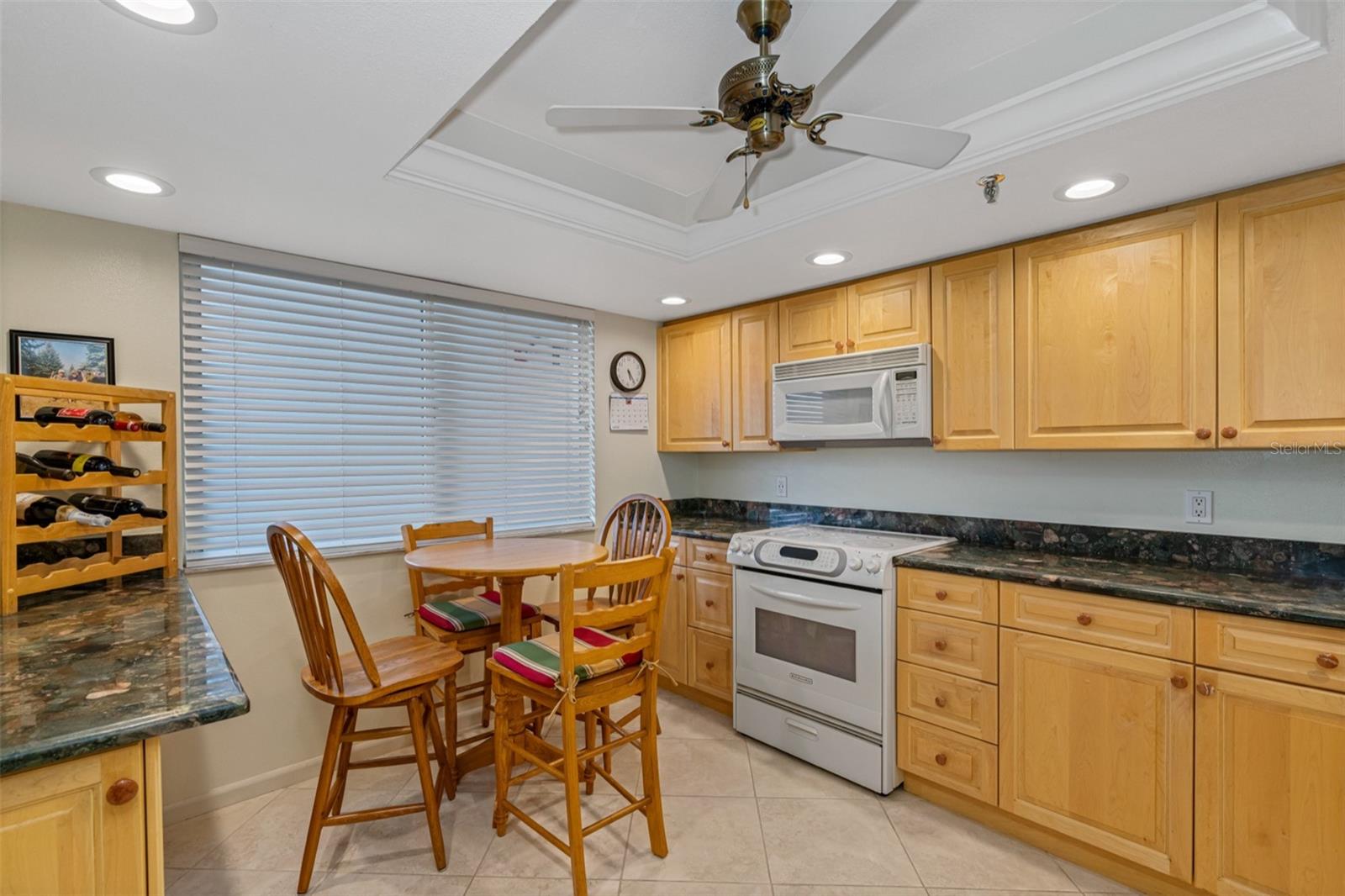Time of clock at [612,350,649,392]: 5:23
